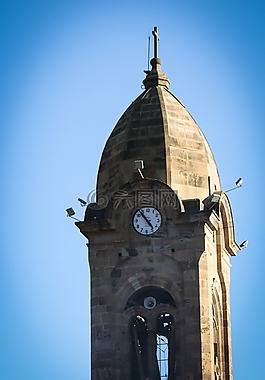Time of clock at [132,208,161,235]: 4:53
